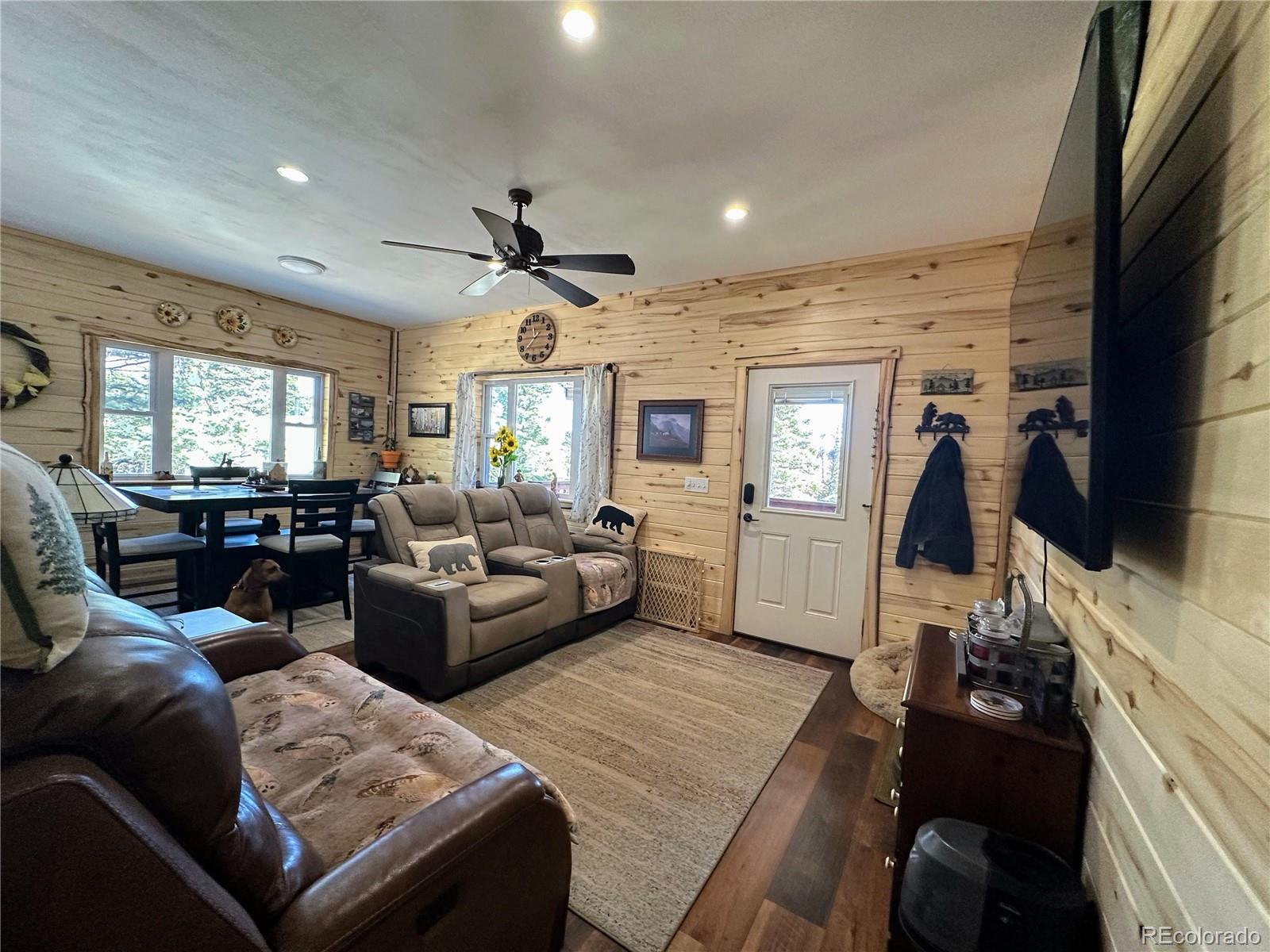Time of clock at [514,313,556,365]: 11:37
